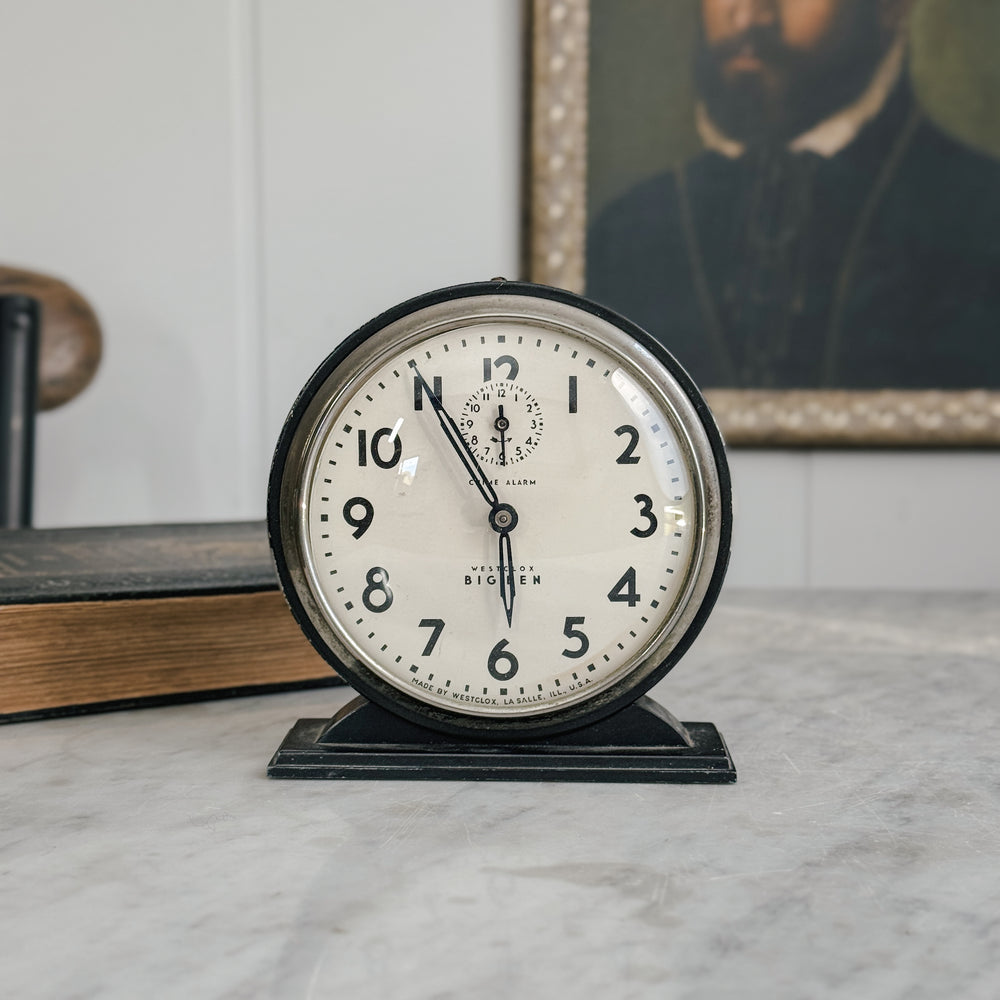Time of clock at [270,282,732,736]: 5:54
